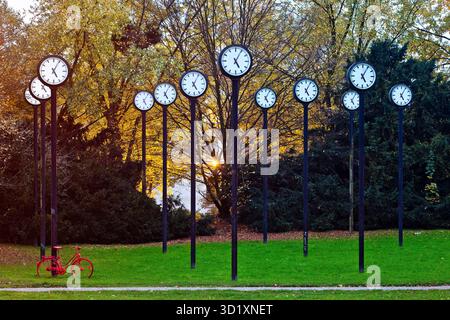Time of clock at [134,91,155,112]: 5:05
